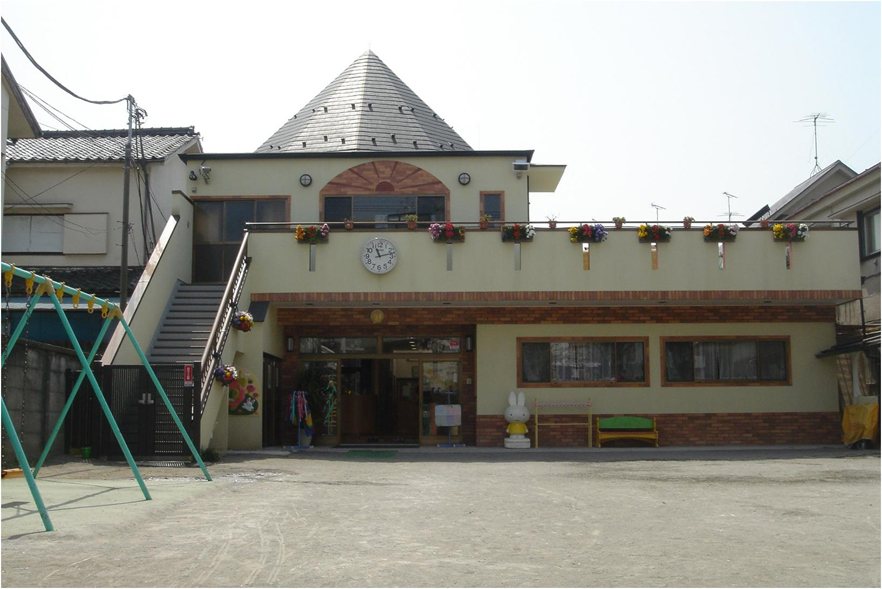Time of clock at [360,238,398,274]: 11:12
